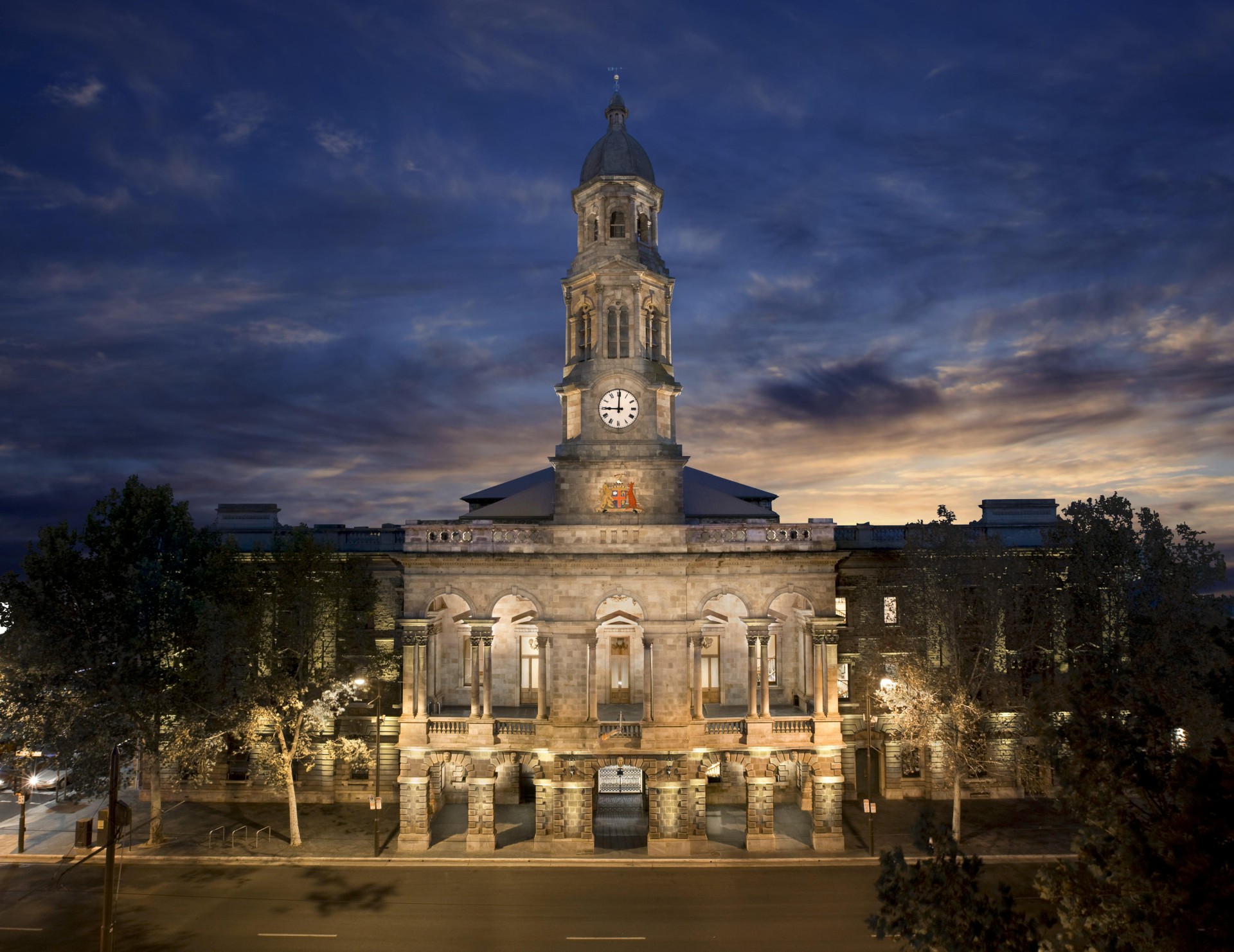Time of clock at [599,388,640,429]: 9:00
